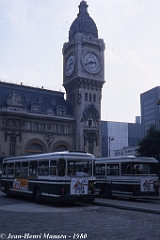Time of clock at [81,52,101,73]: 2:41
